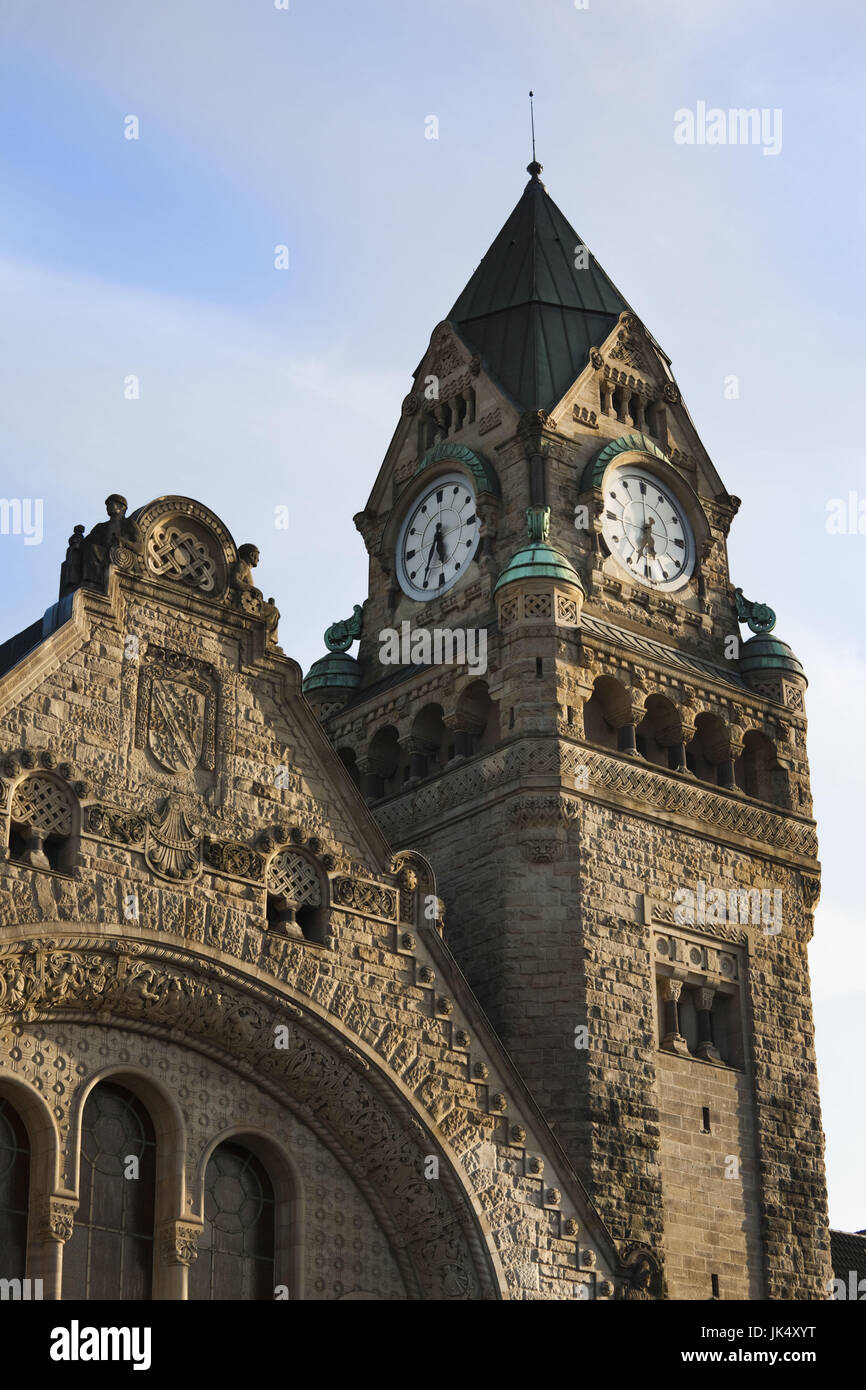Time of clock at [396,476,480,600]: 5:35
